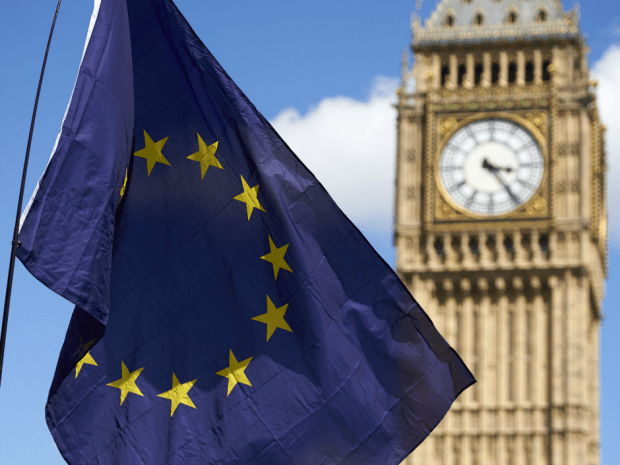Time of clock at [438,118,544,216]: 3:23
